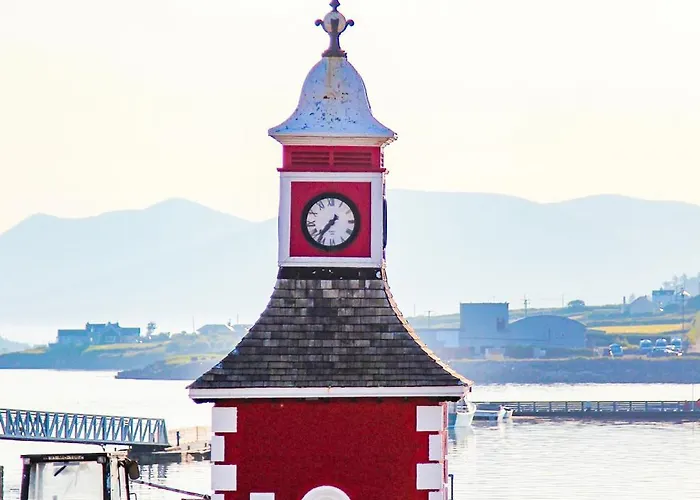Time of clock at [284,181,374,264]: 7:36
